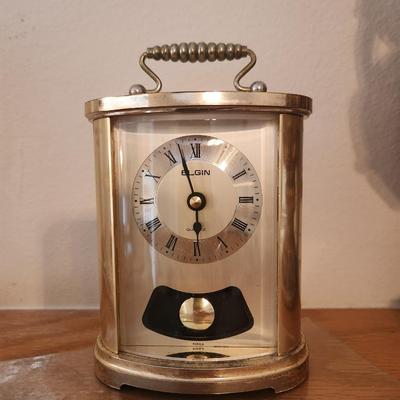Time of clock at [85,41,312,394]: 5:57
